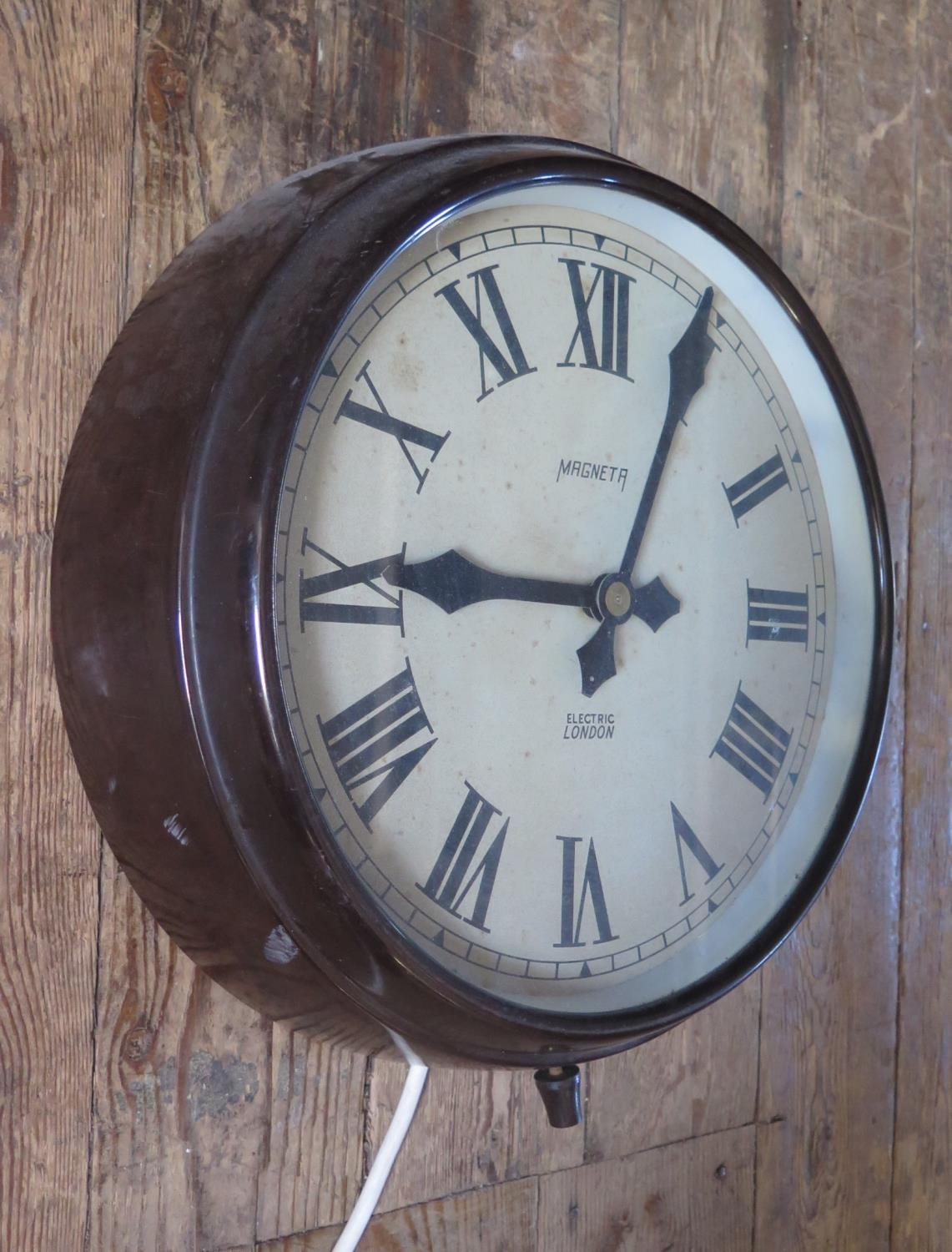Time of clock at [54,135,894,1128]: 9:04
